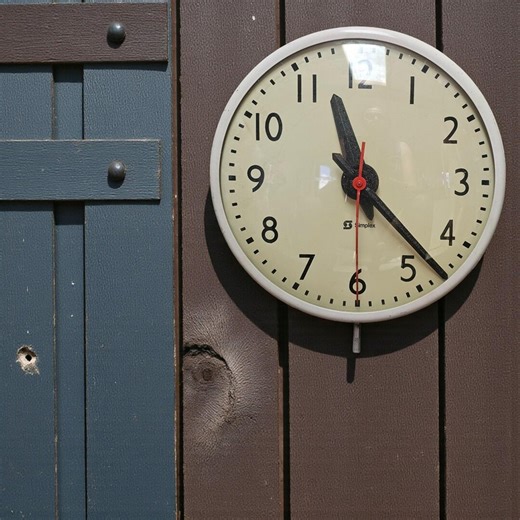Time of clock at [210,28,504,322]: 11:22
